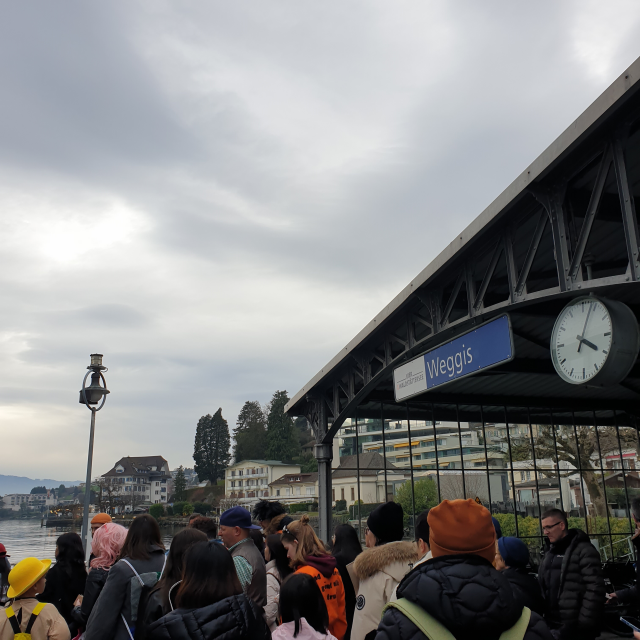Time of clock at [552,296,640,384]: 4:03
